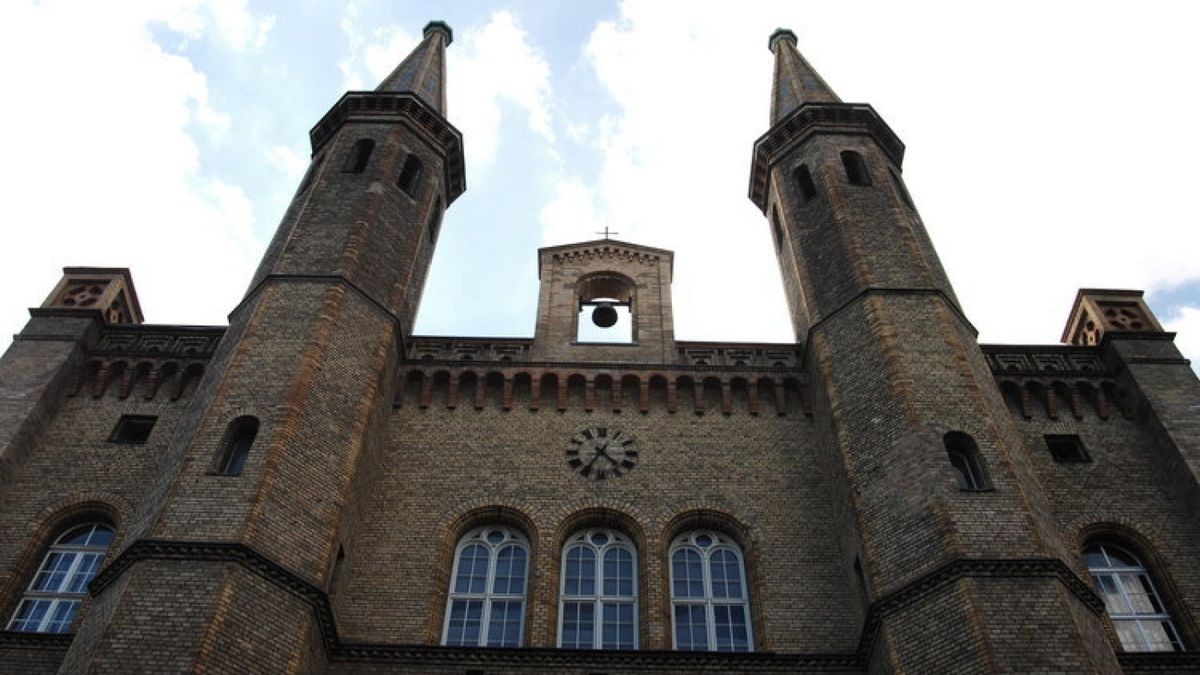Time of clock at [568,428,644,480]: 4:35
